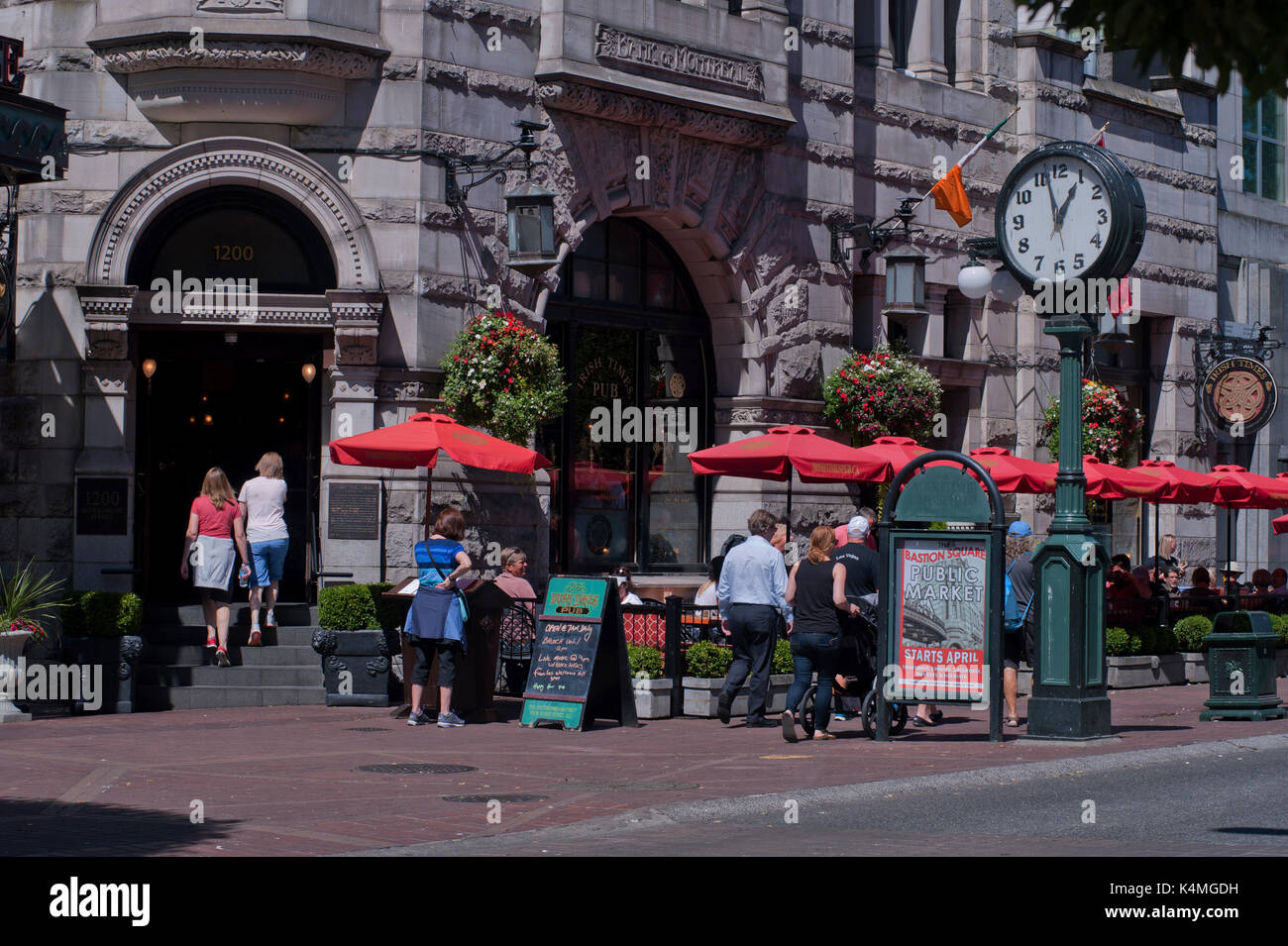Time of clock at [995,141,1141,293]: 12:57
